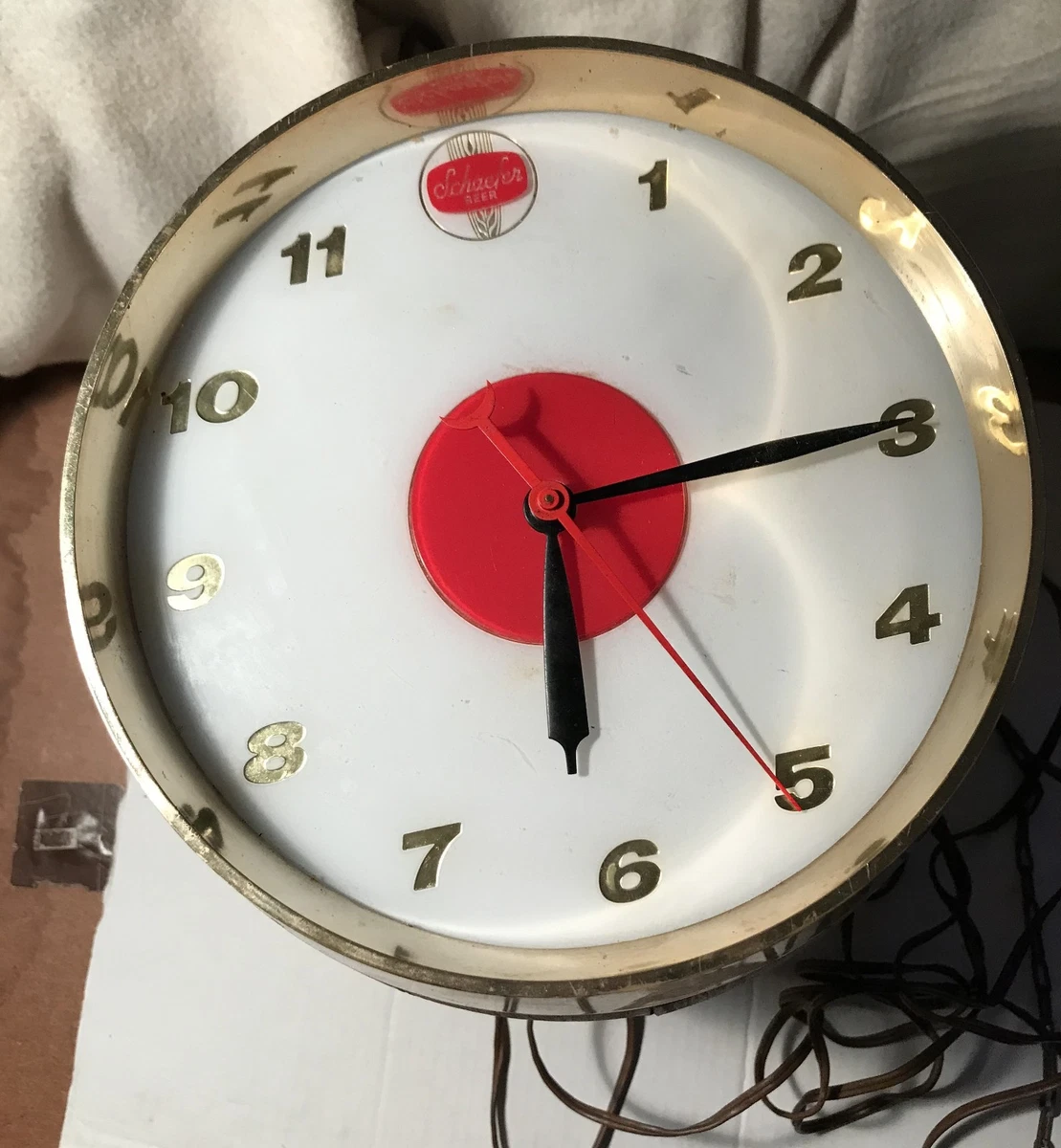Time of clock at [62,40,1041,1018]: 6:15
